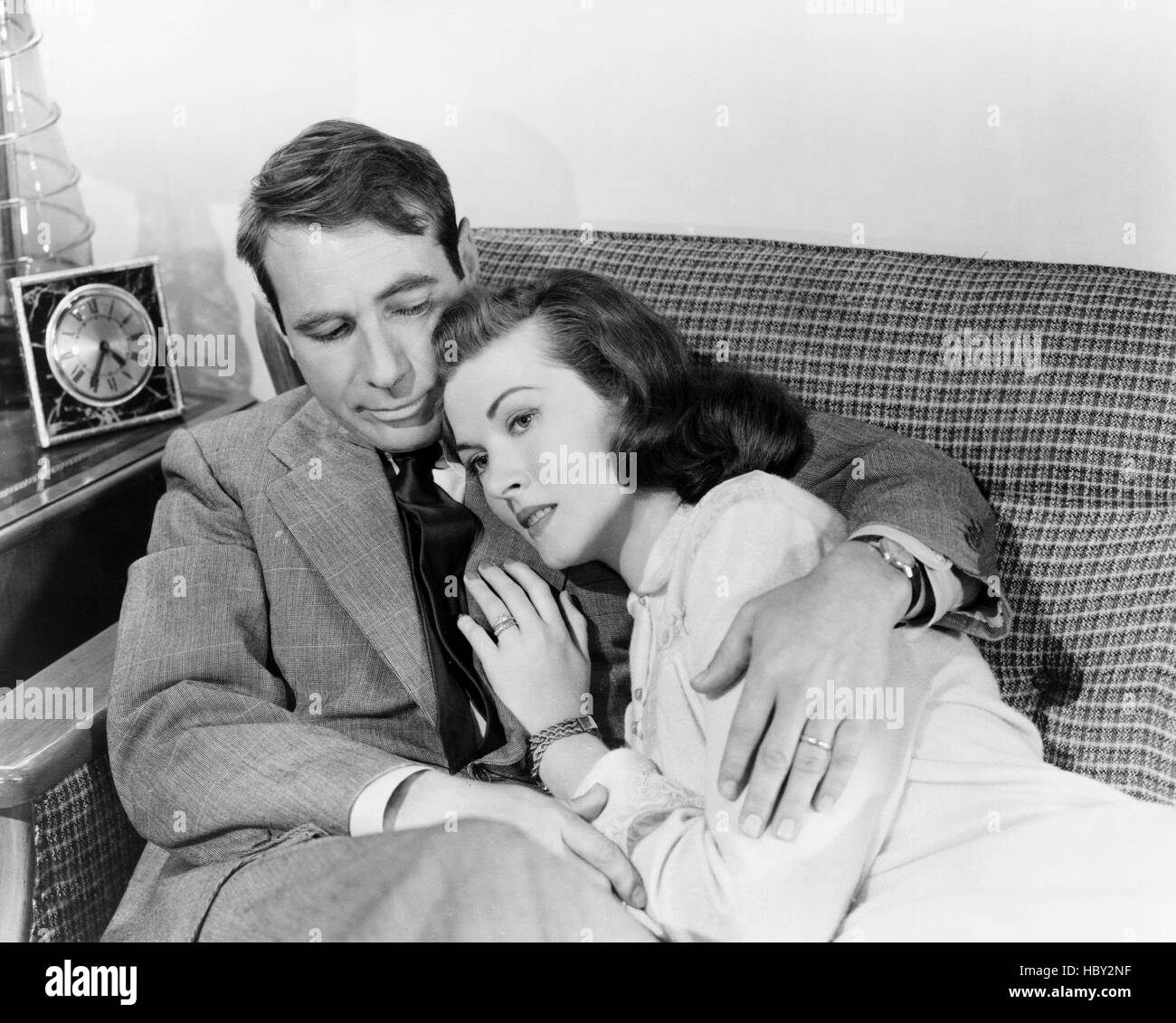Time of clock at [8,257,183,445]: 4:35
